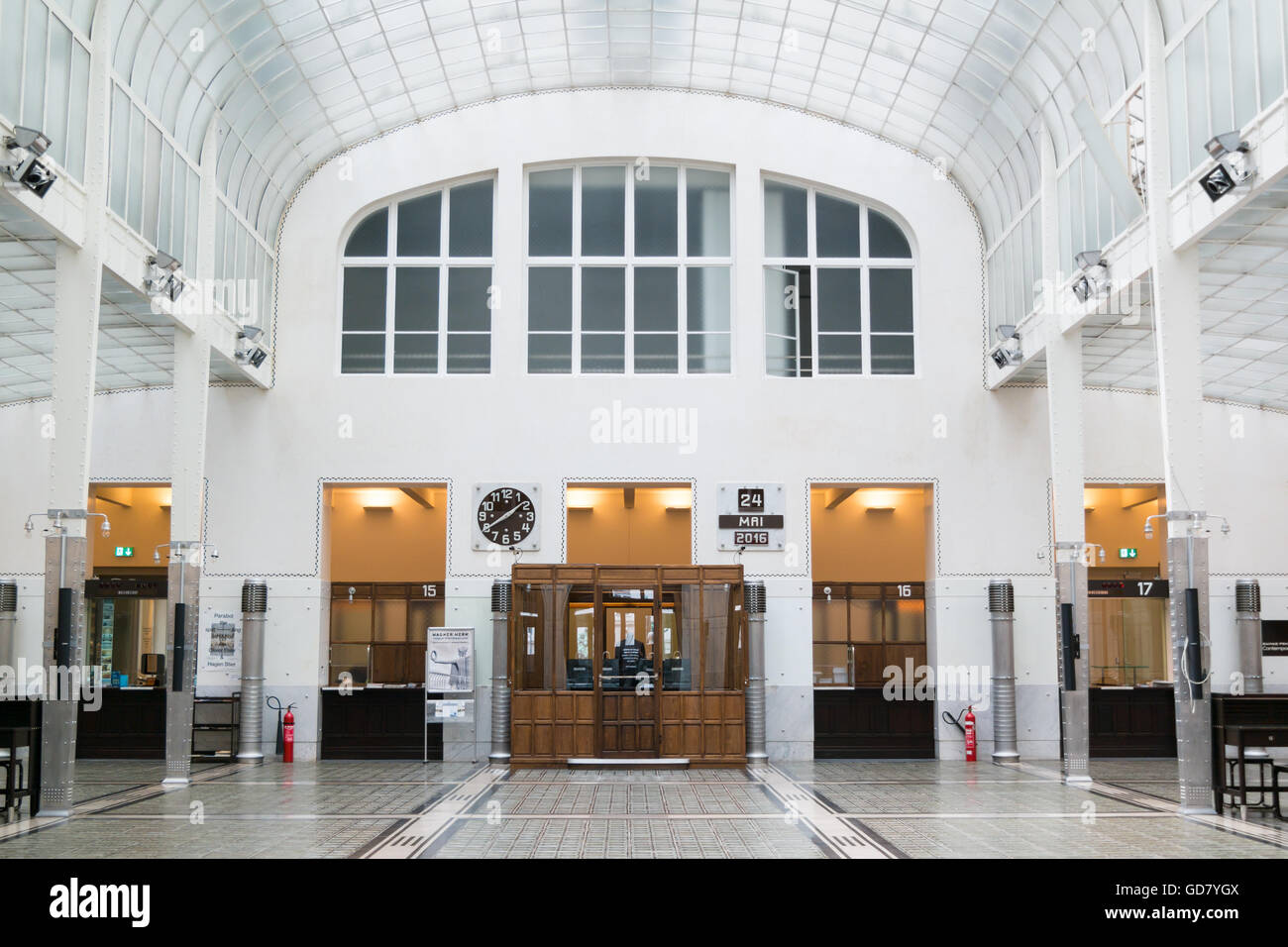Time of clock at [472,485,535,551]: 1:39
